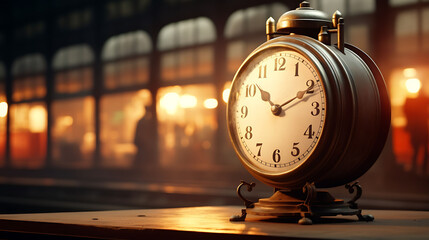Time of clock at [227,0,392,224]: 10:11
